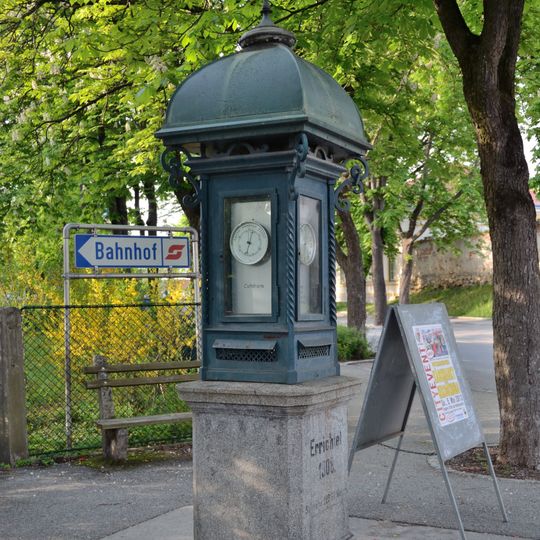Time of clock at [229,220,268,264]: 12:32
